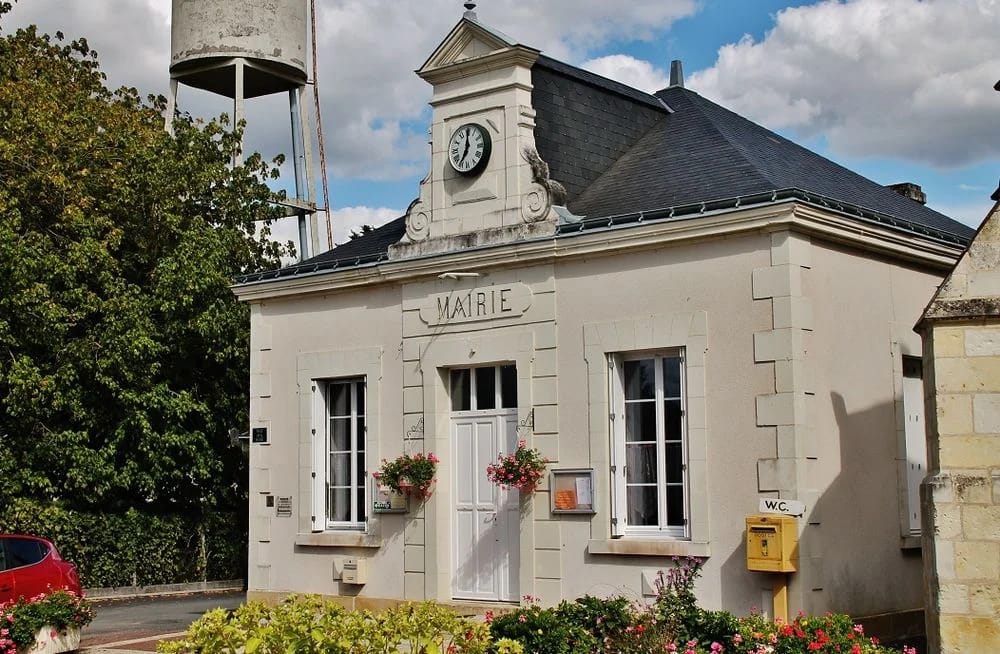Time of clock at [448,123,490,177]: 7:00
